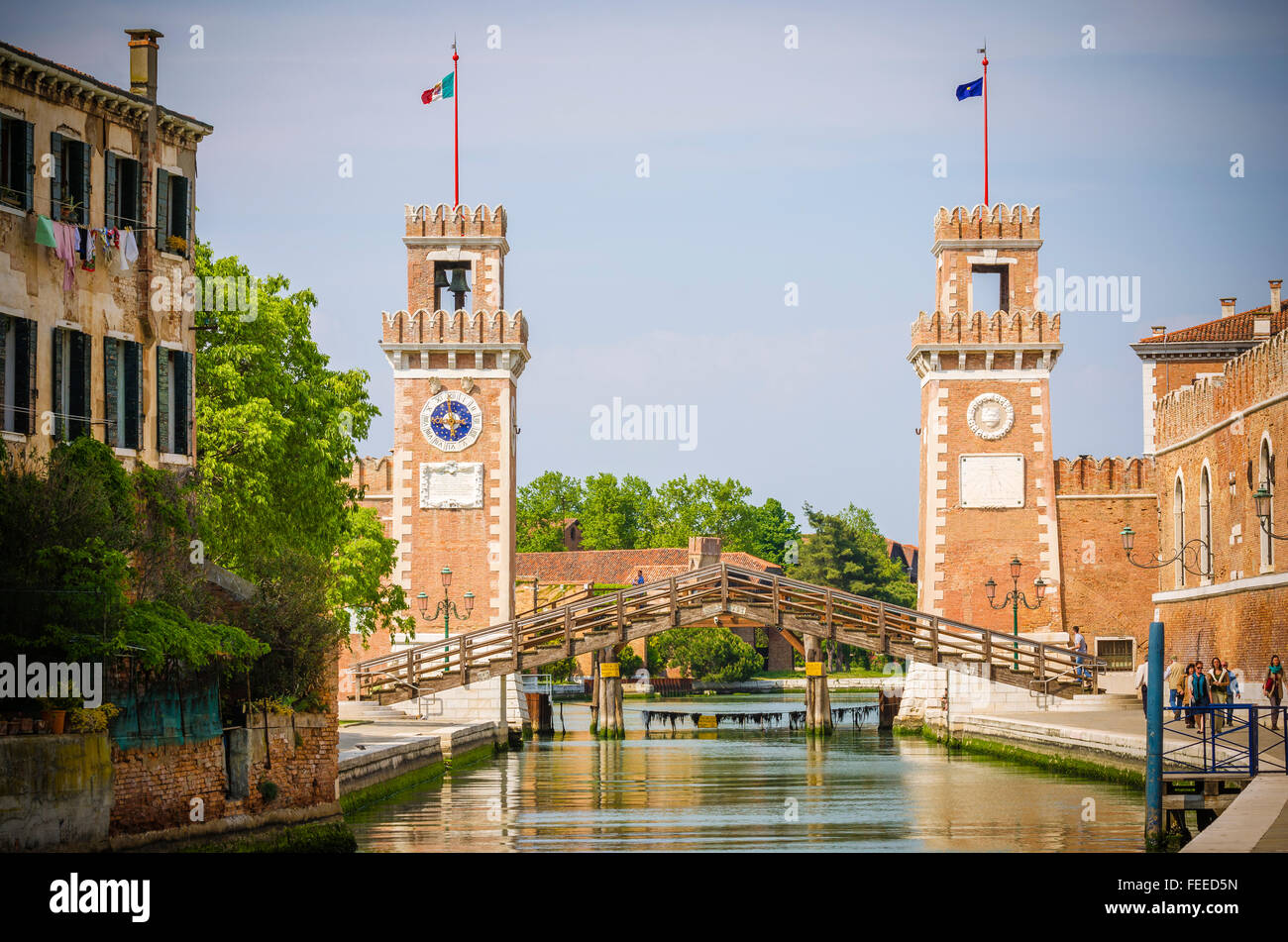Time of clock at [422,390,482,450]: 5:59
